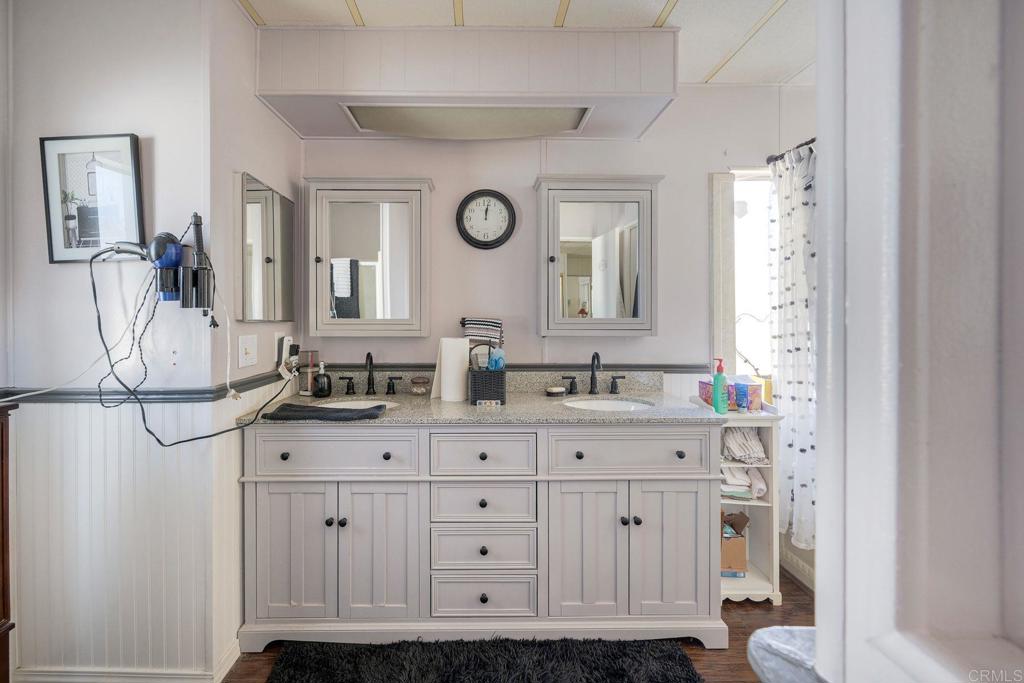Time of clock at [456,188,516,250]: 12:01
